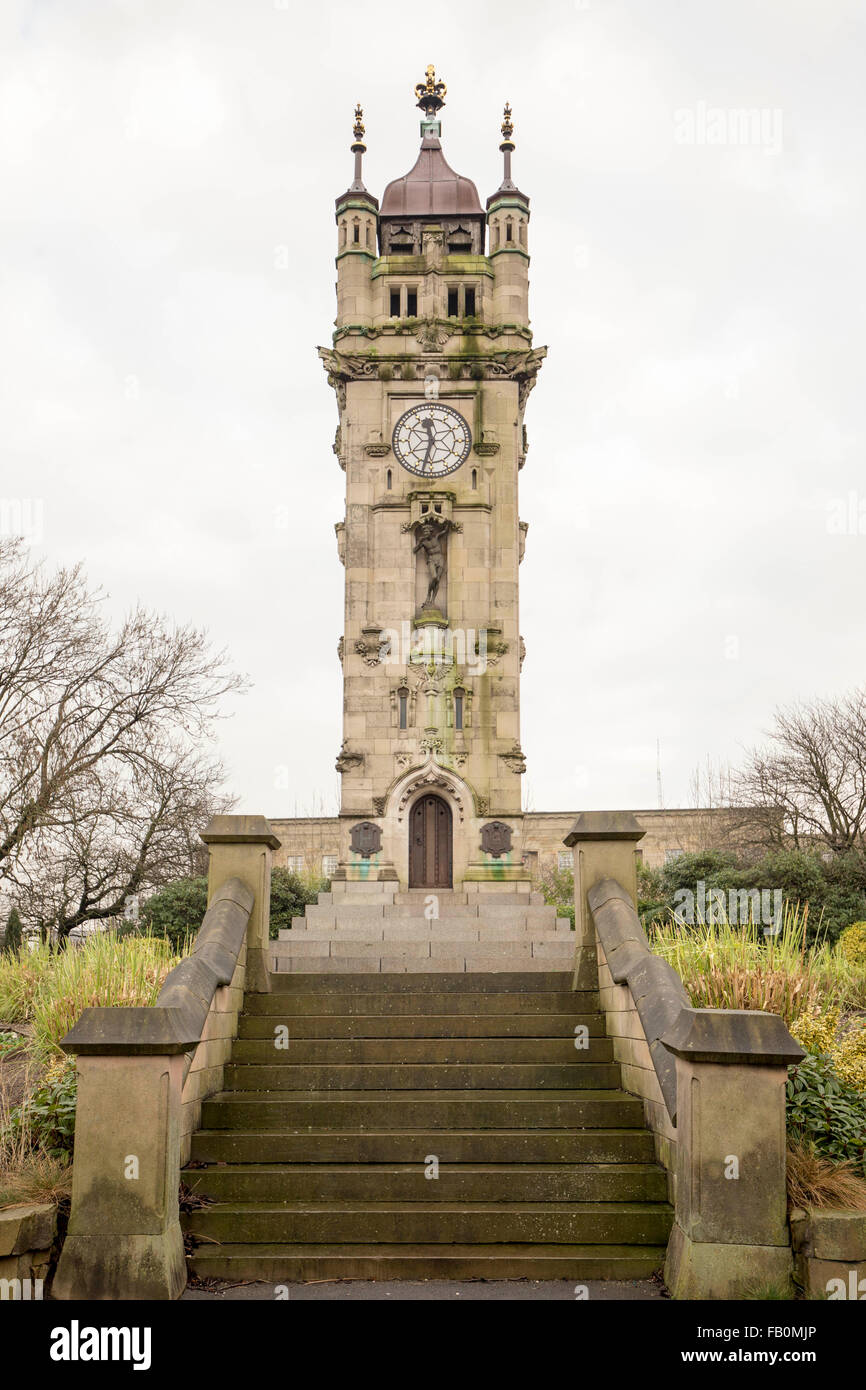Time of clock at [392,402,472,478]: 11:32
